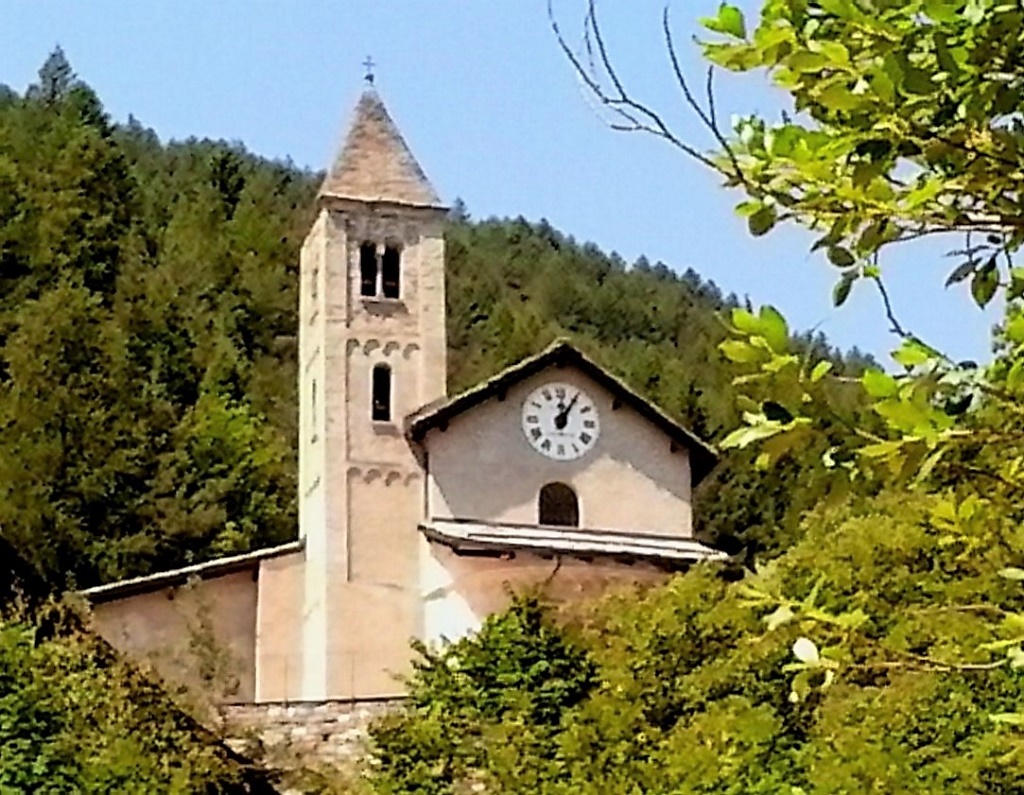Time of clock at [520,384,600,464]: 12:05
